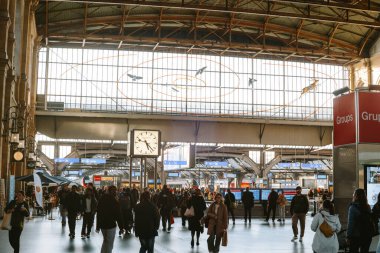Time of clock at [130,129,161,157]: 5:22
